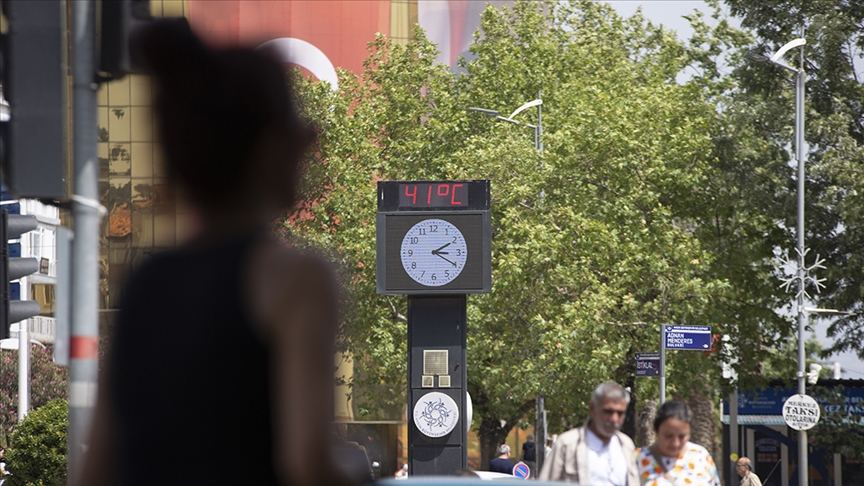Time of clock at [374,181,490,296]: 2:19
